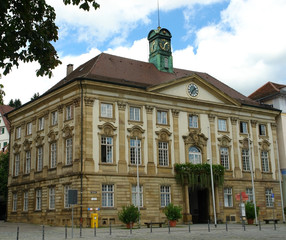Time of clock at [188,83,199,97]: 1:36
